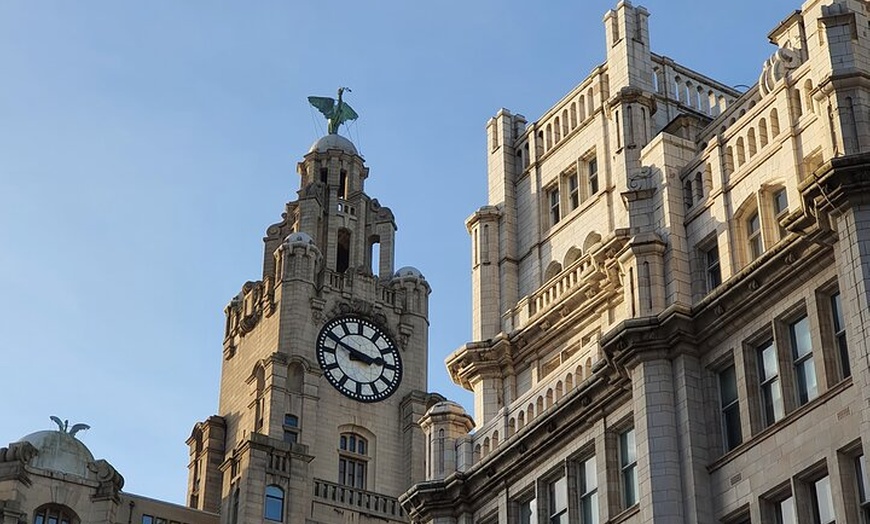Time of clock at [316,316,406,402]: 2:48
